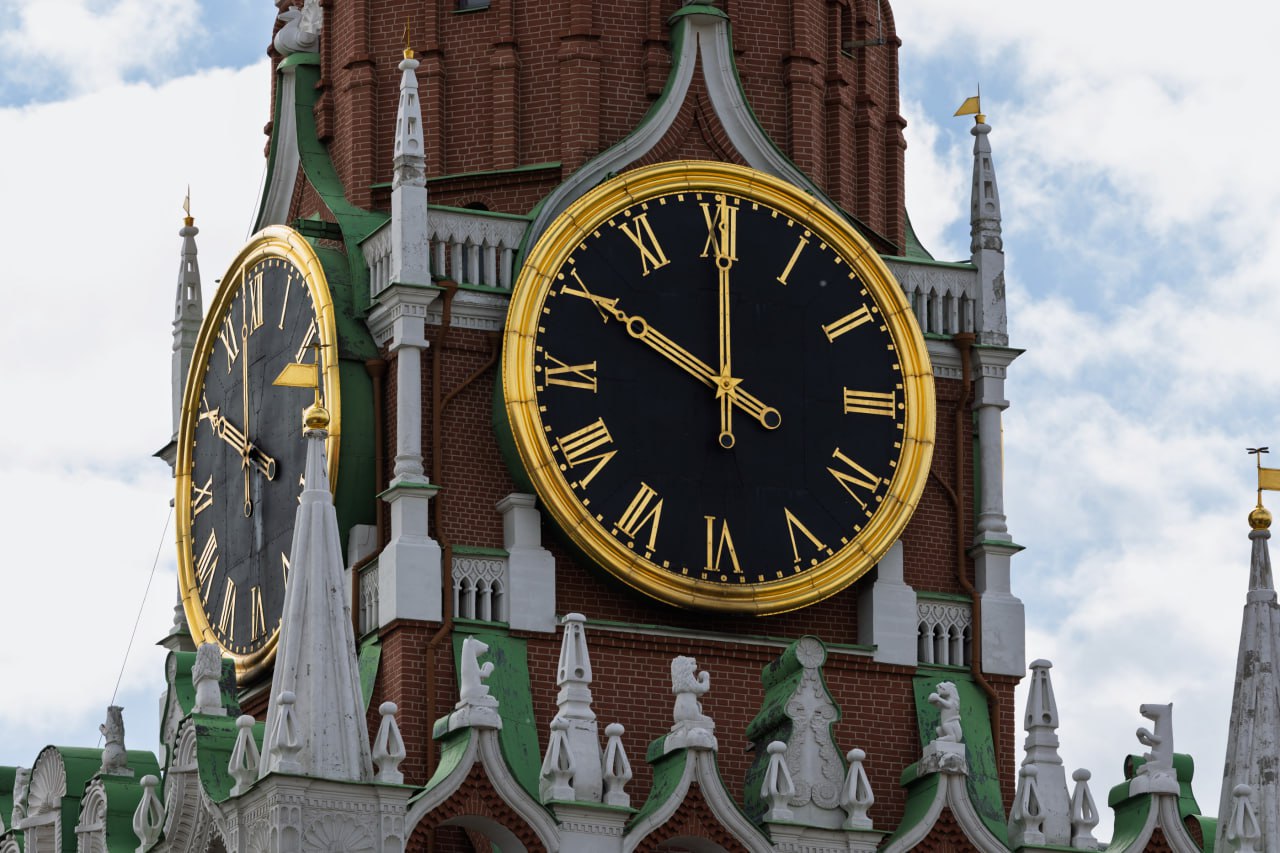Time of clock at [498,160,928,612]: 10:00
